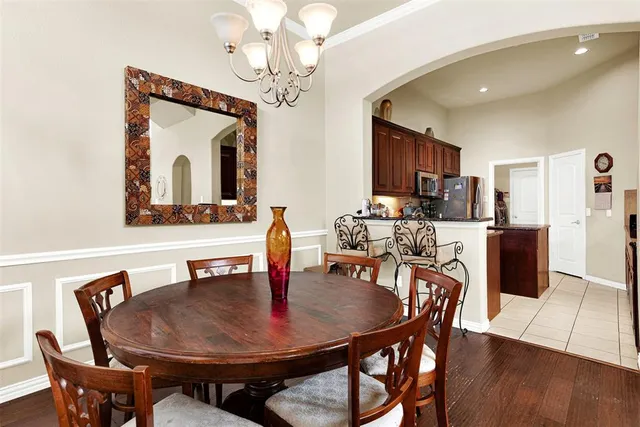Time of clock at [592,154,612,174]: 3:47
